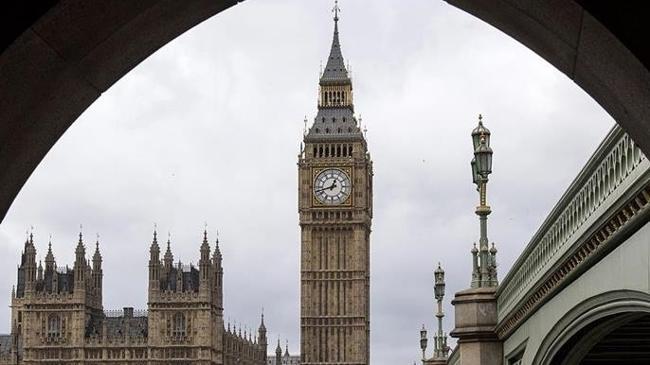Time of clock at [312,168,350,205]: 12:42
